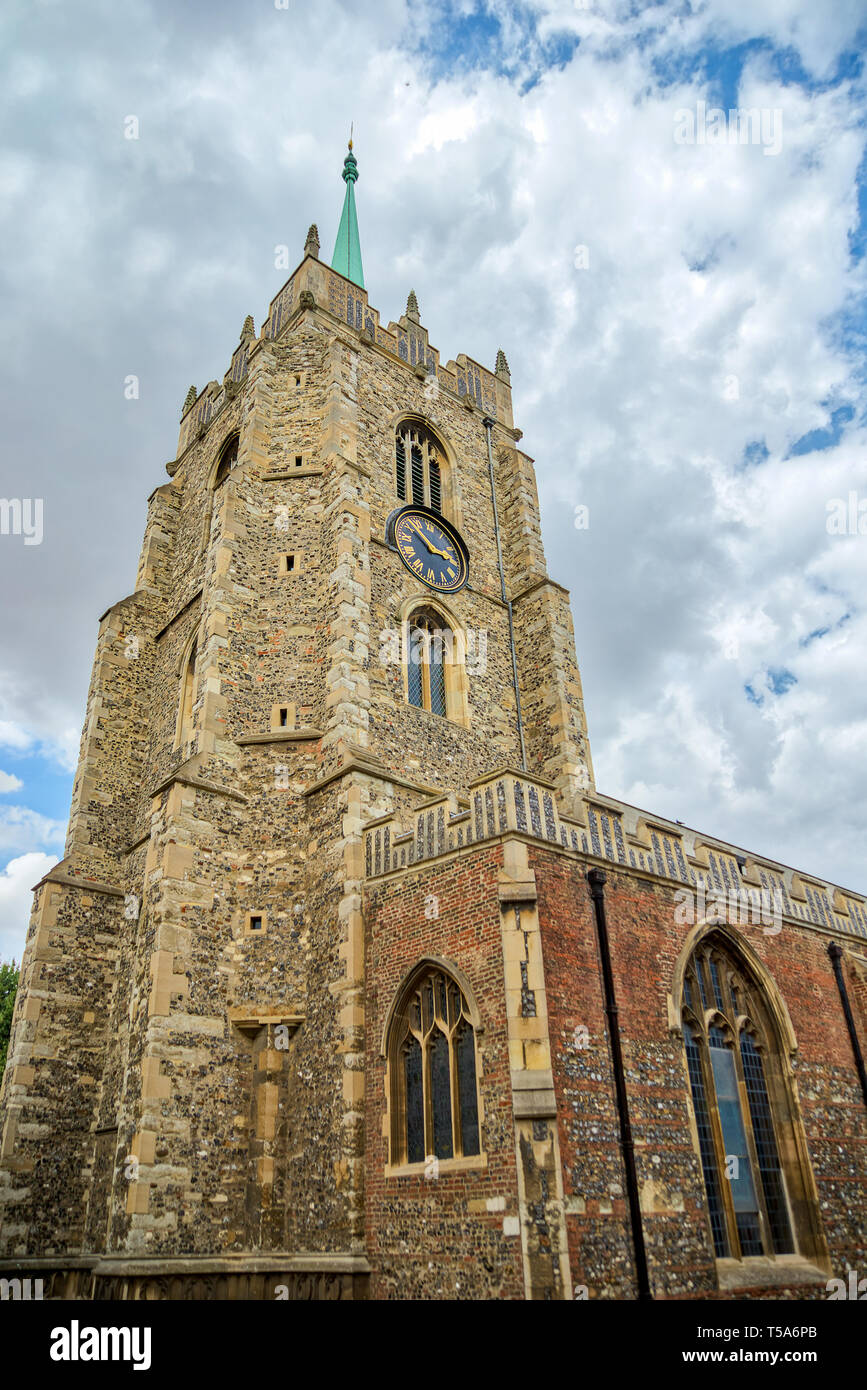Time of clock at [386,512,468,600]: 2:52
